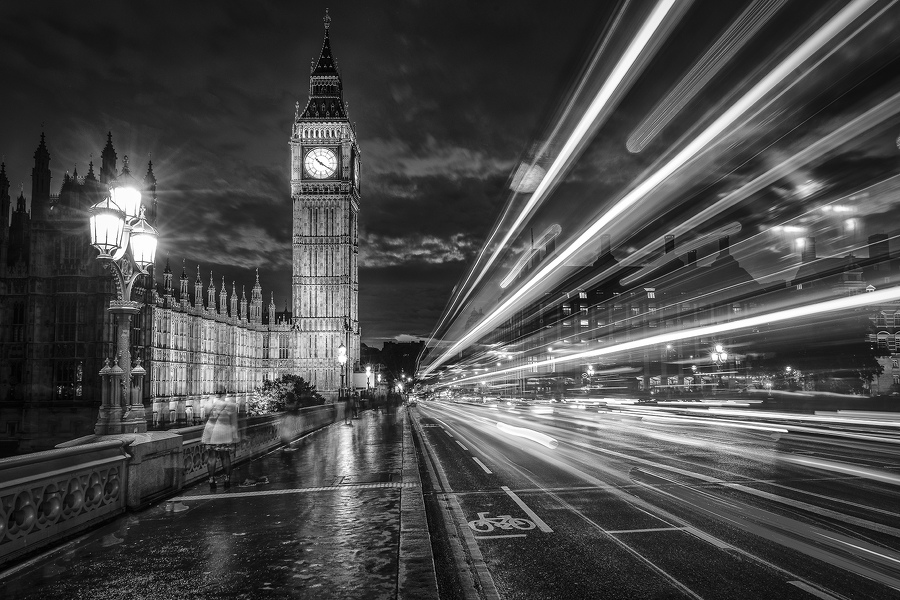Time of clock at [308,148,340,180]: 10:20
